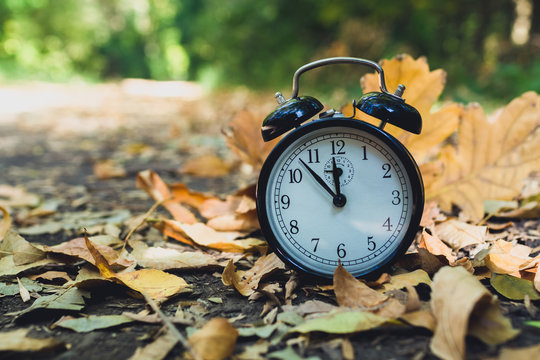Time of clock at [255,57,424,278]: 11:53
